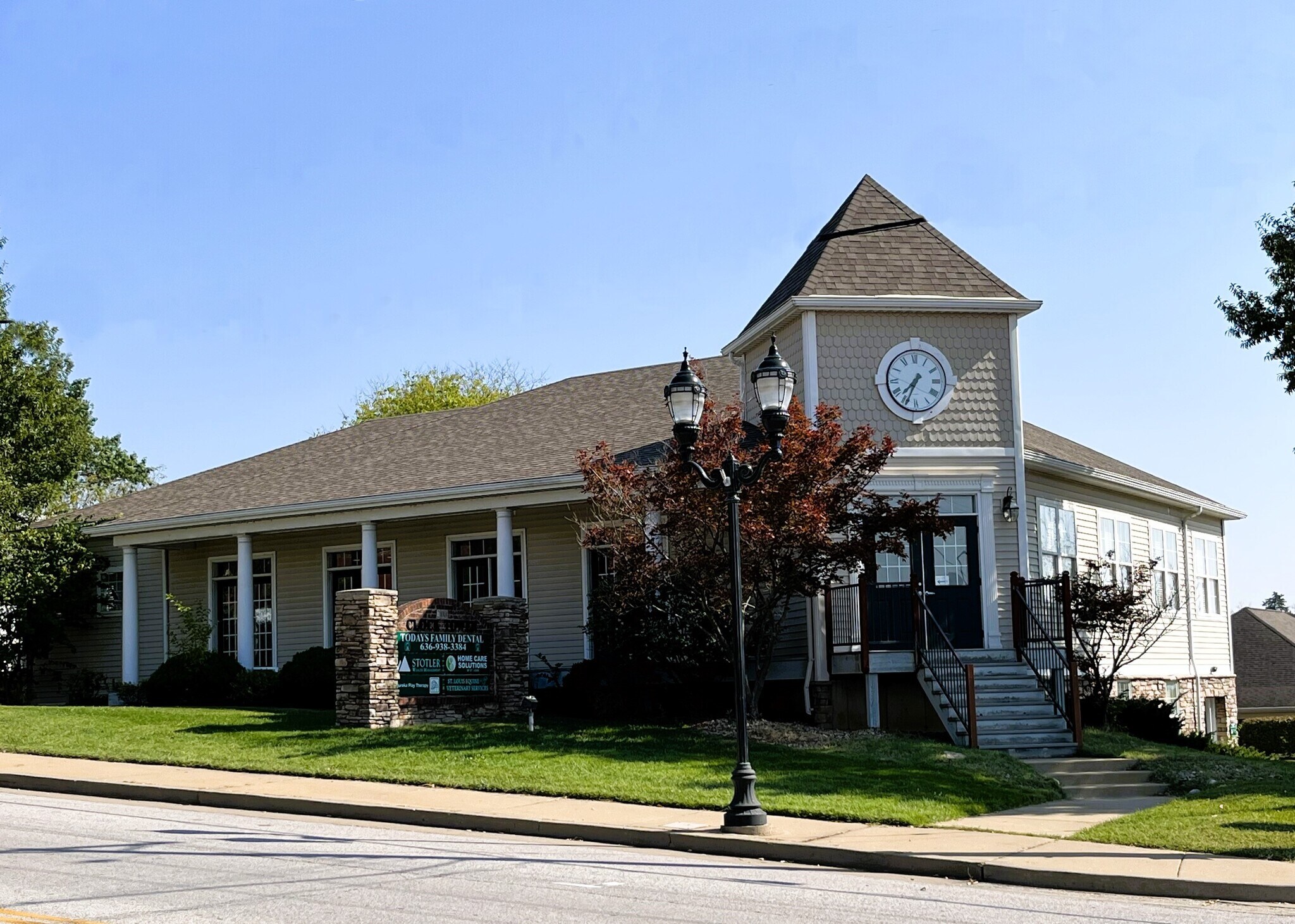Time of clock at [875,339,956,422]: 7:34
